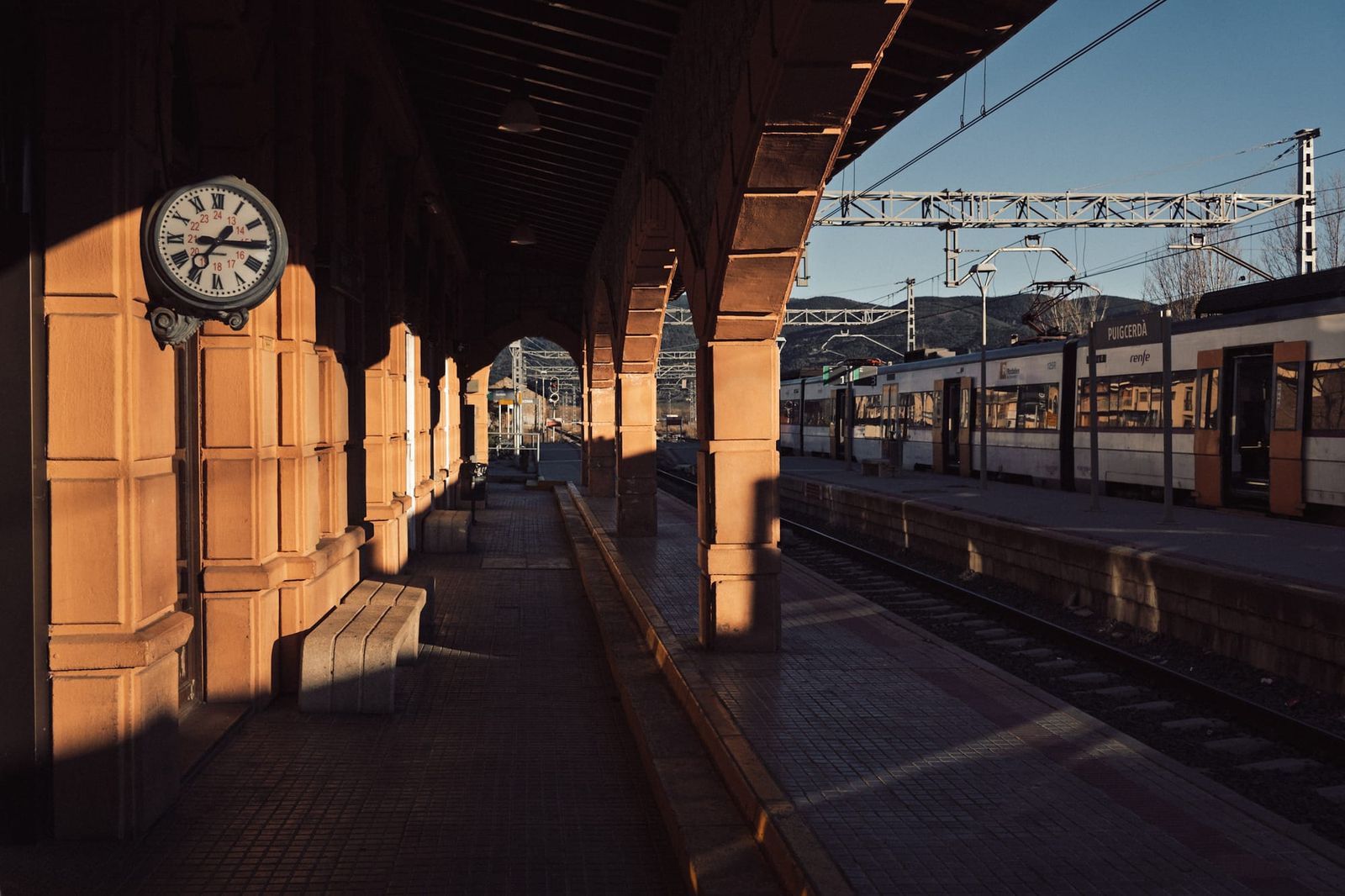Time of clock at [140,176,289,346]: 7:15
